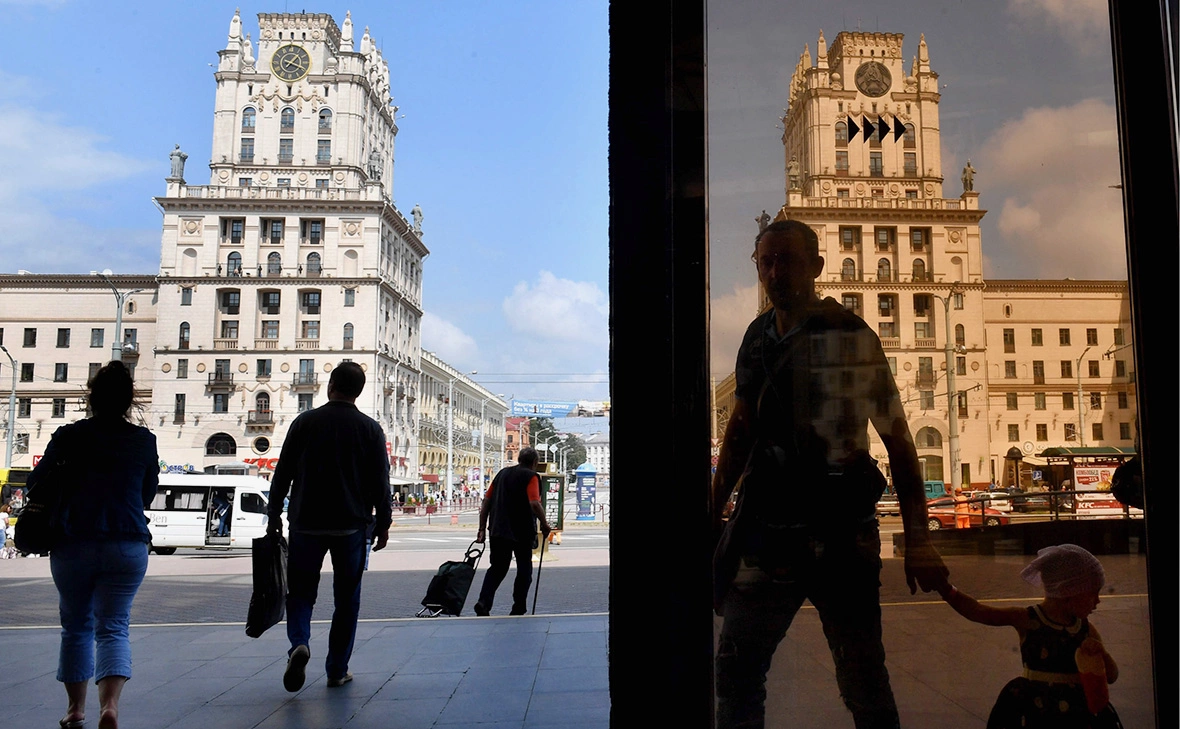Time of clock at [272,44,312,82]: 1:18
